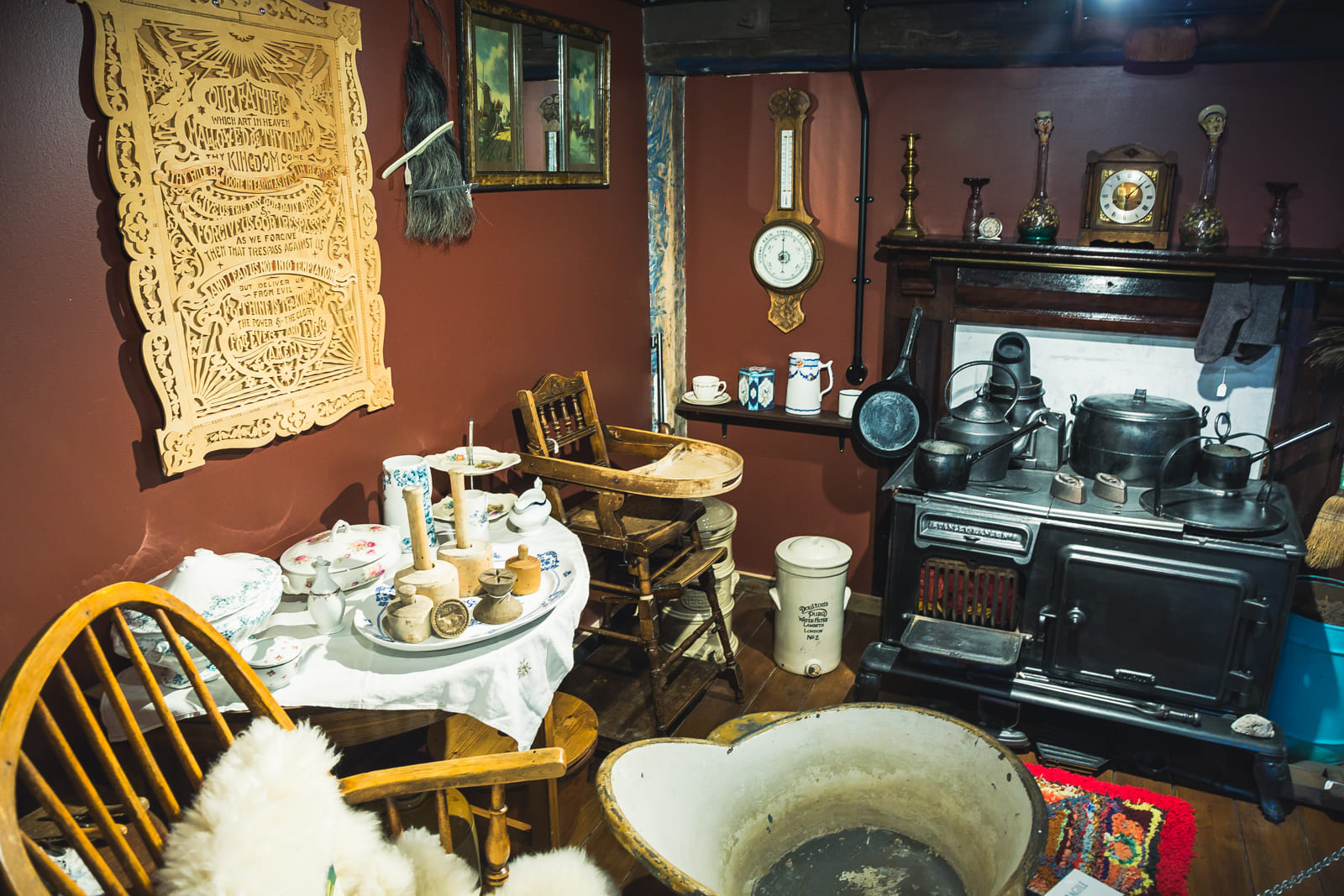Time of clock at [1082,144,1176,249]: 6:08
